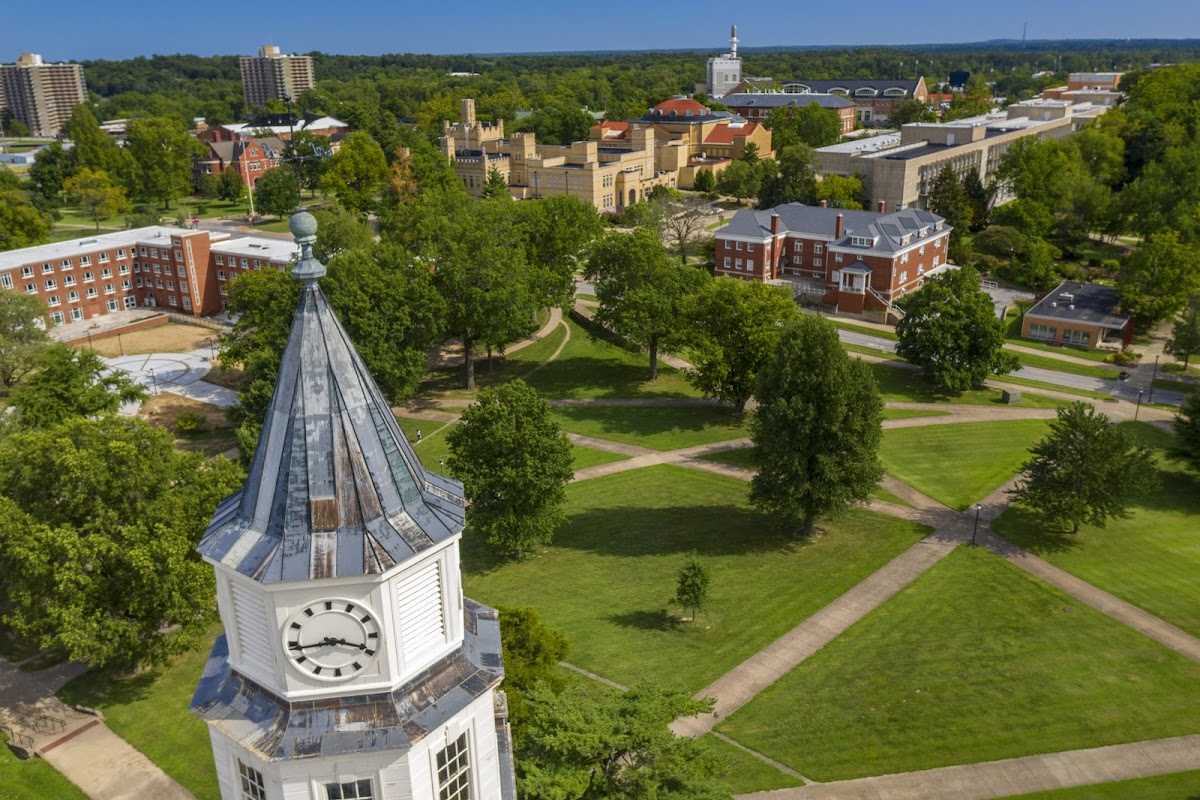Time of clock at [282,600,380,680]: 3:43
